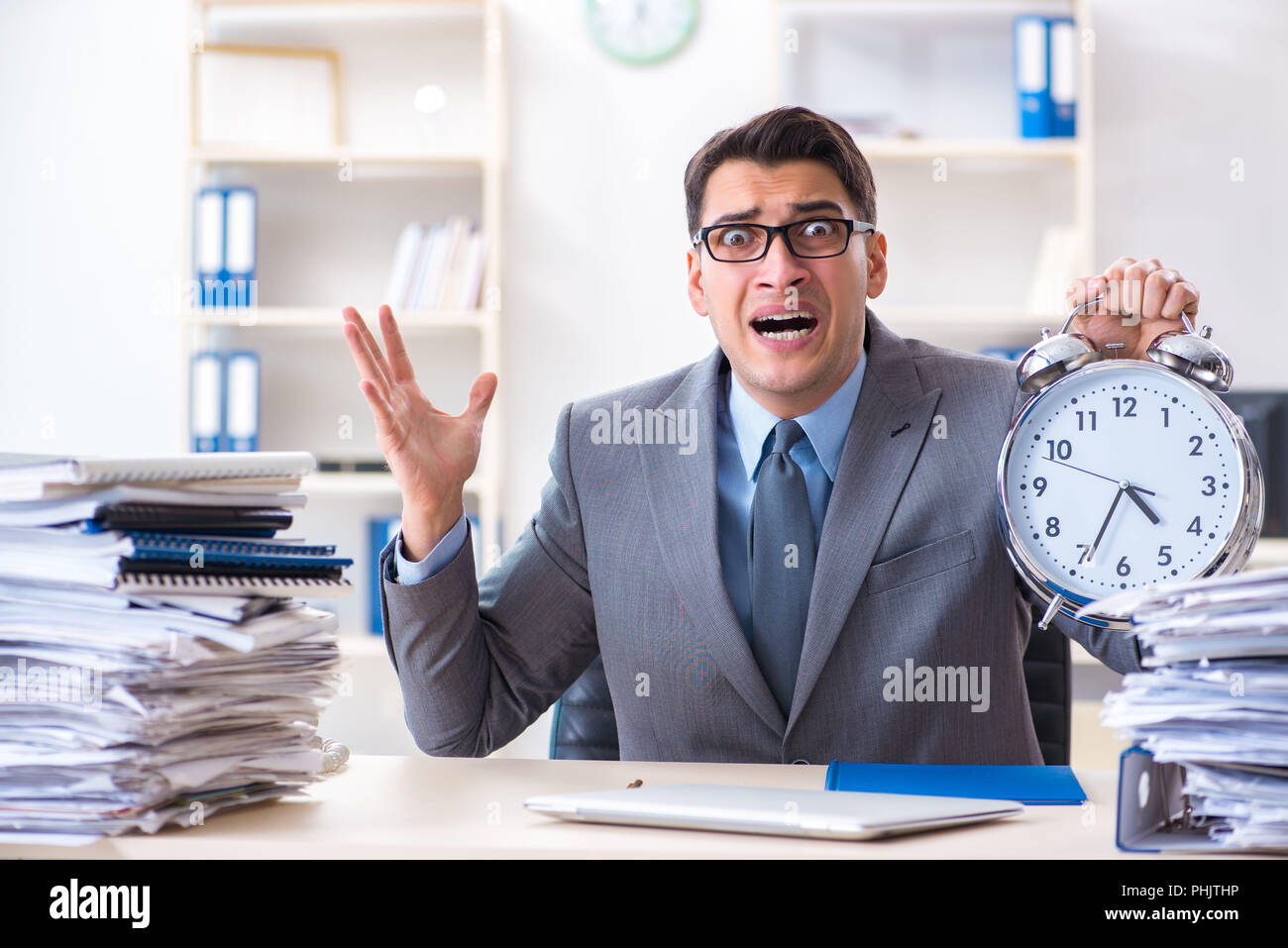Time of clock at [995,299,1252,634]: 4:34
